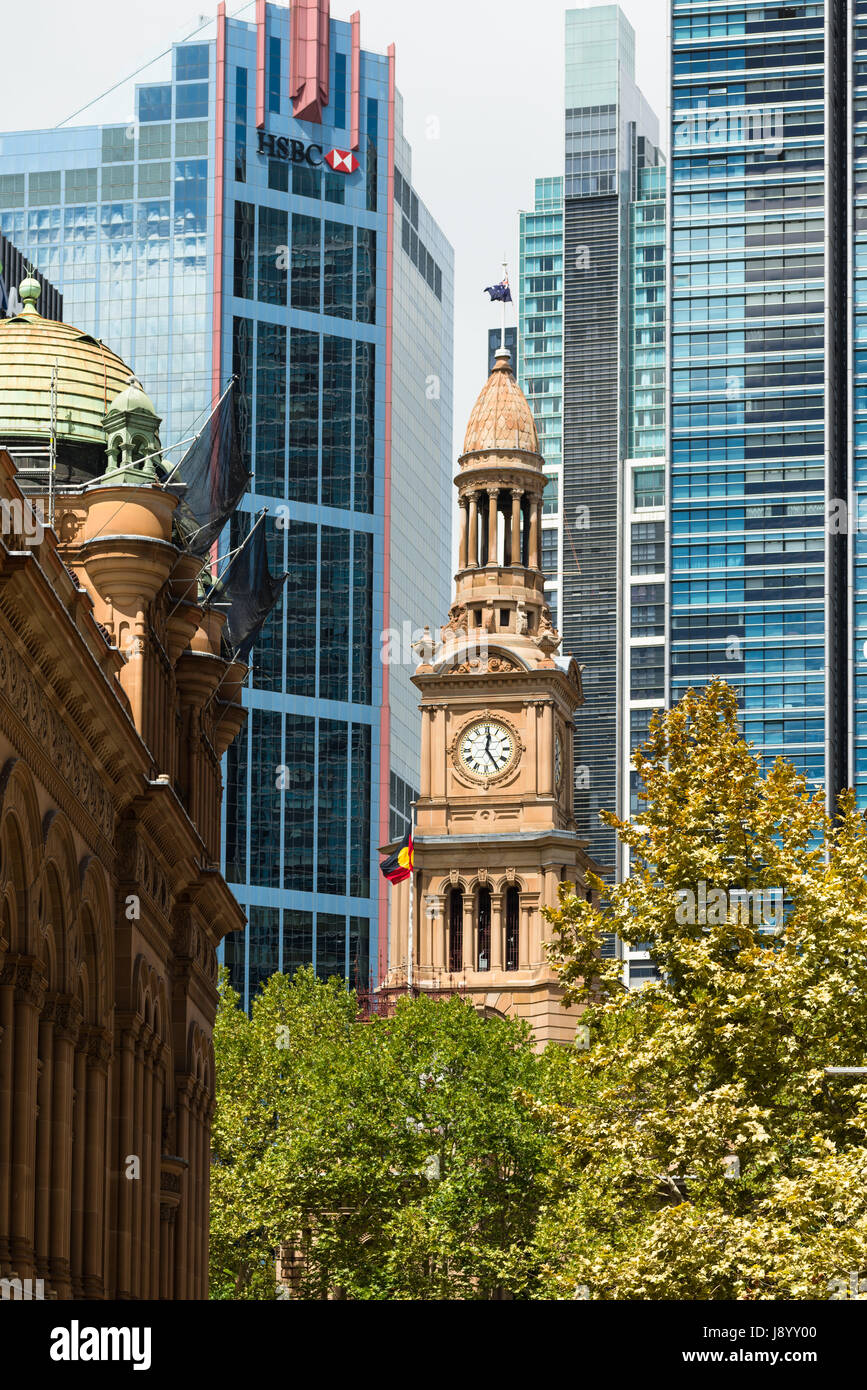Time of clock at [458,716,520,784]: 12:24
